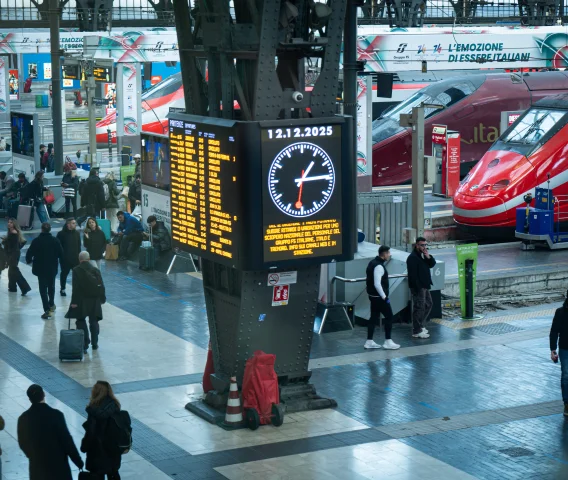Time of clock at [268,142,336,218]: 1:14
